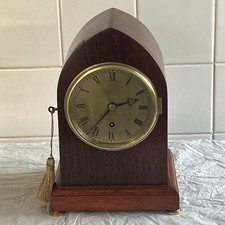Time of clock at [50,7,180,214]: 2:36
